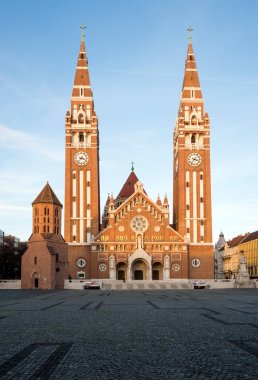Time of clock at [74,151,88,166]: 3:37
